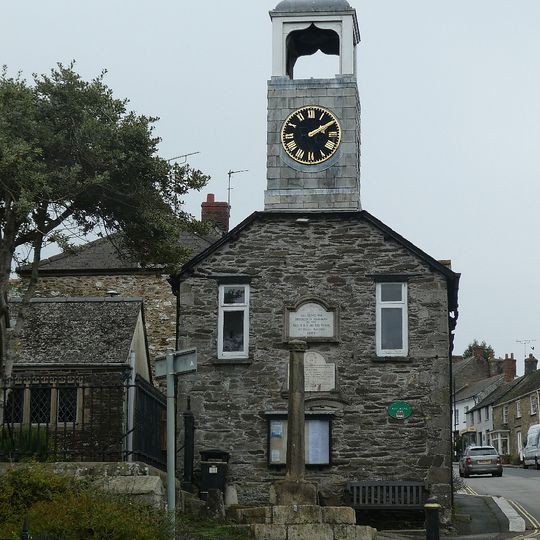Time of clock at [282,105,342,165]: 2:09
